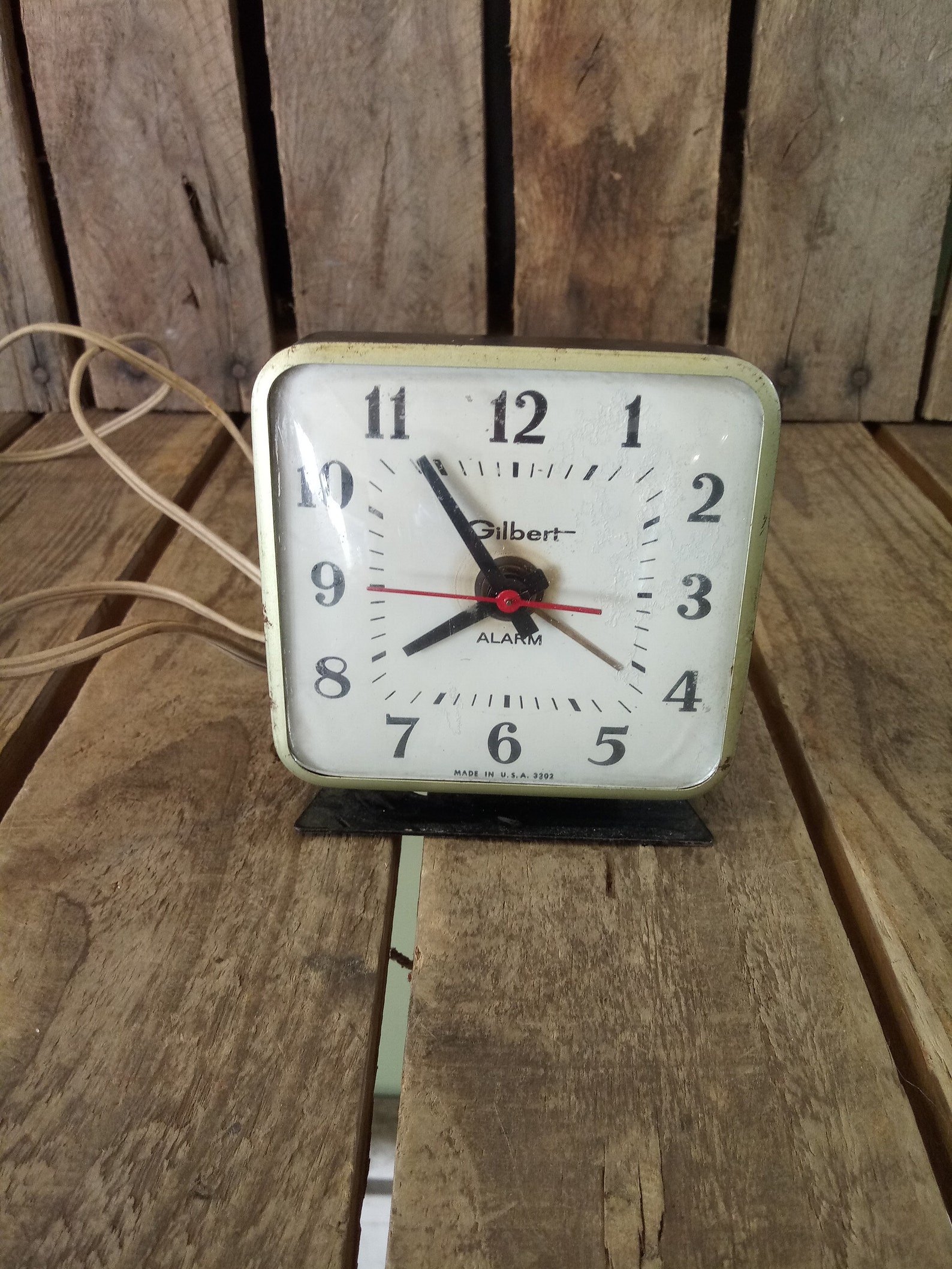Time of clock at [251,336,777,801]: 7:54
